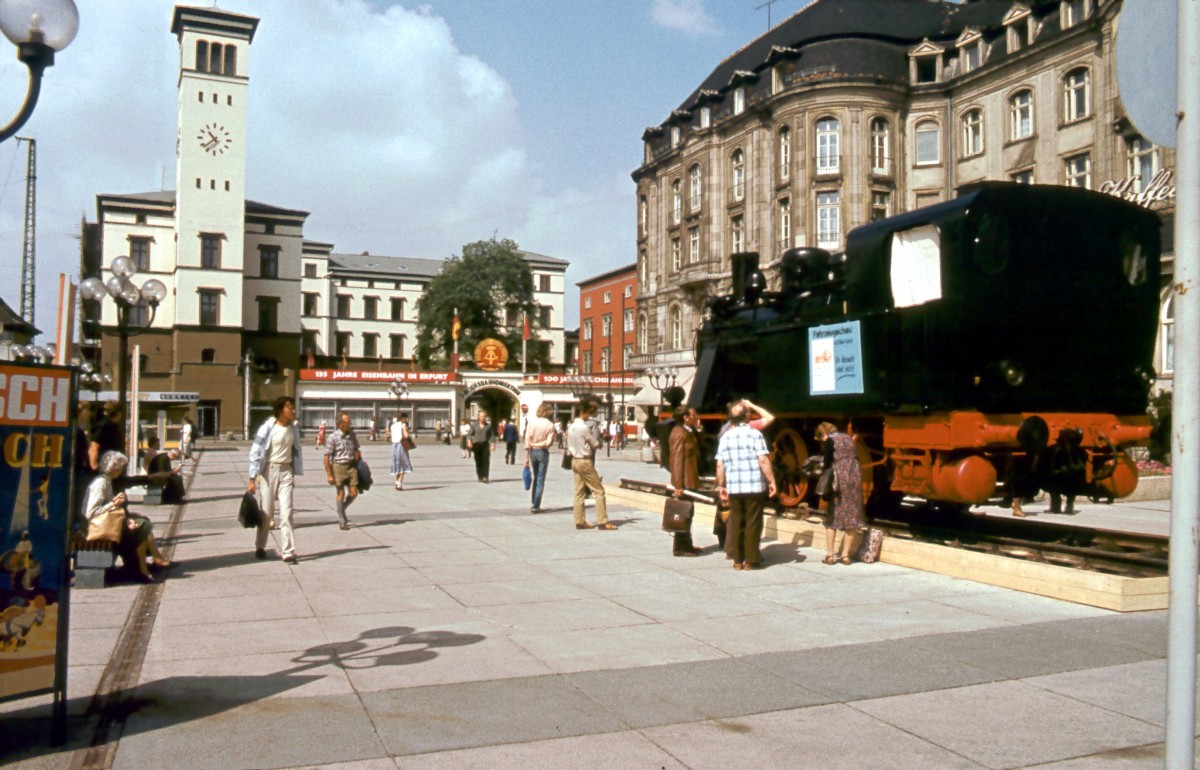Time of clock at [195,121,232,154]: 10:38
